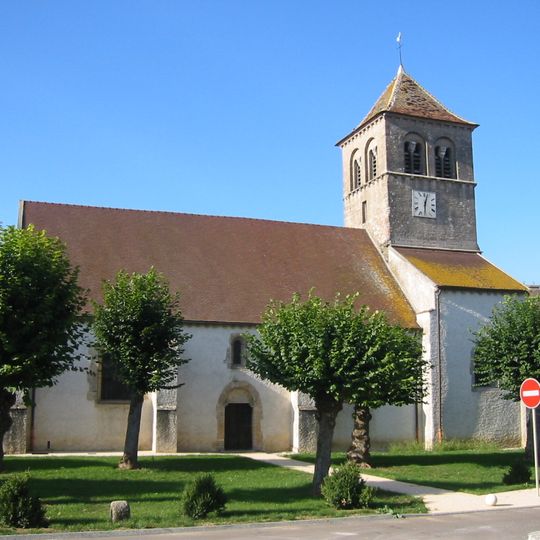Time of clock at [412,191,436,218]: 12:30
